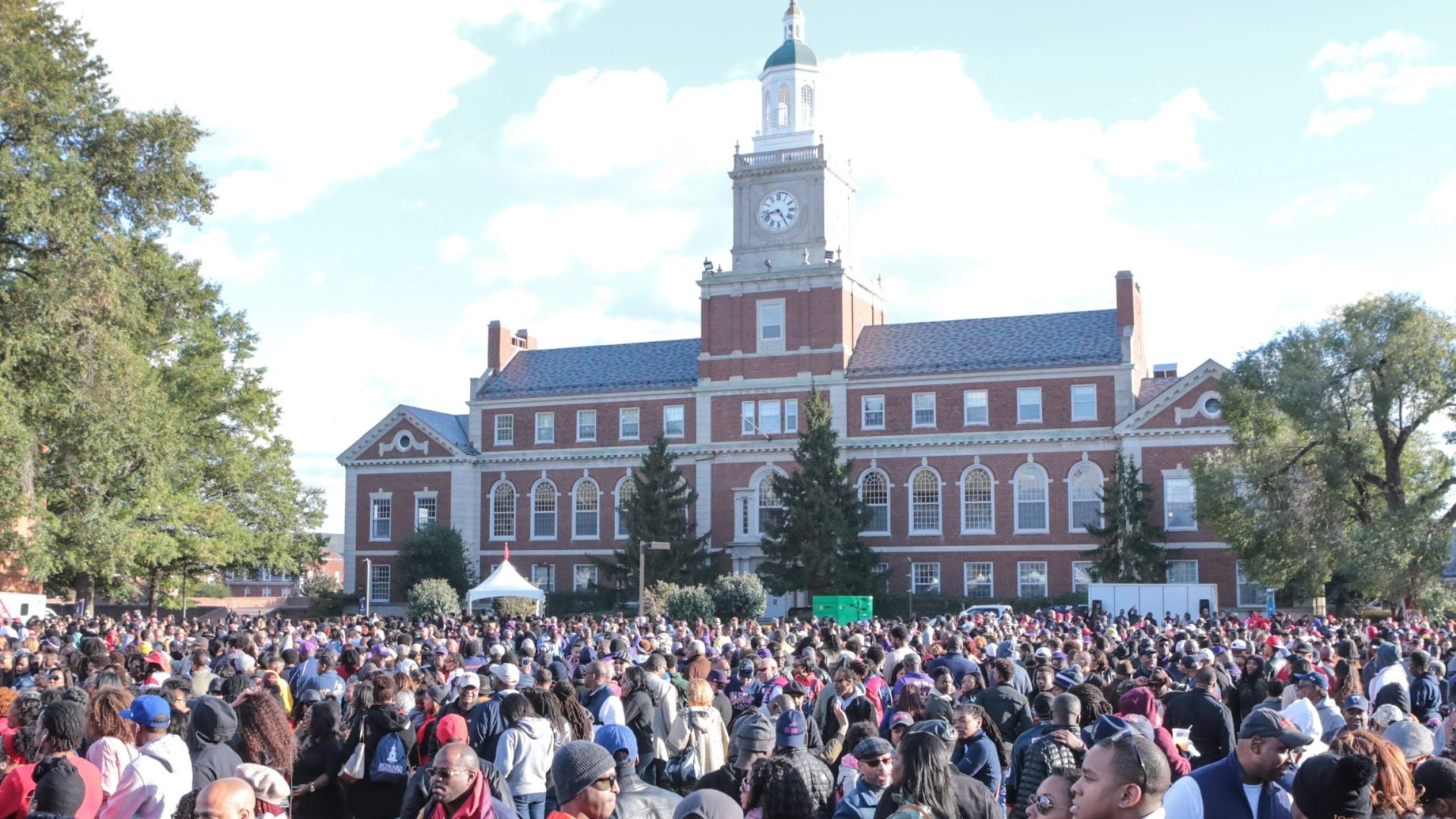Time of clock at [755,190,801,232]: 8:24
